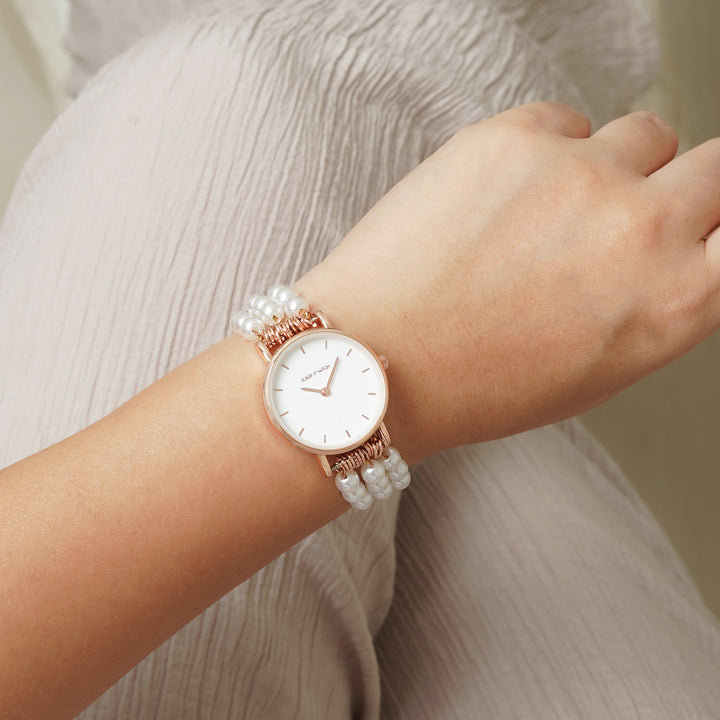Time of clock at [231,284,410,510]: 9:03
